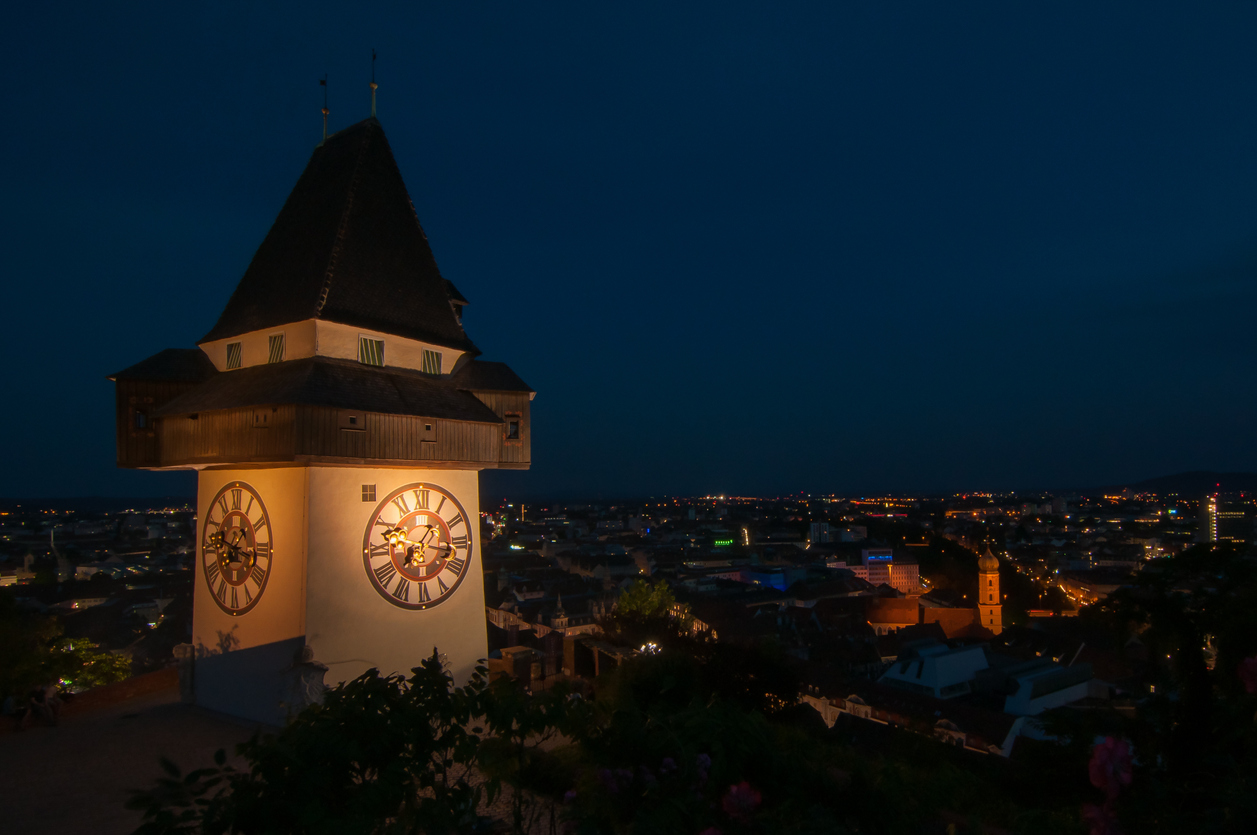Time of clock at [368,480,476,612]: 7:16
